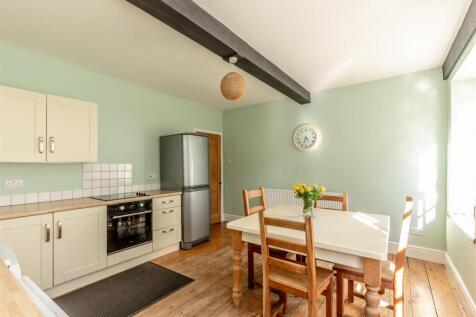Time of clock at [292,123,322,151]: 4:33
